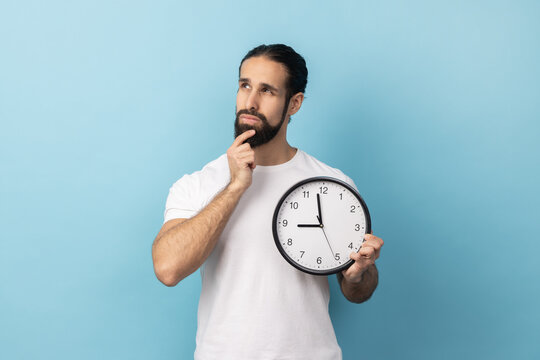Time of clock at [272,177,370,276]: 8:58
